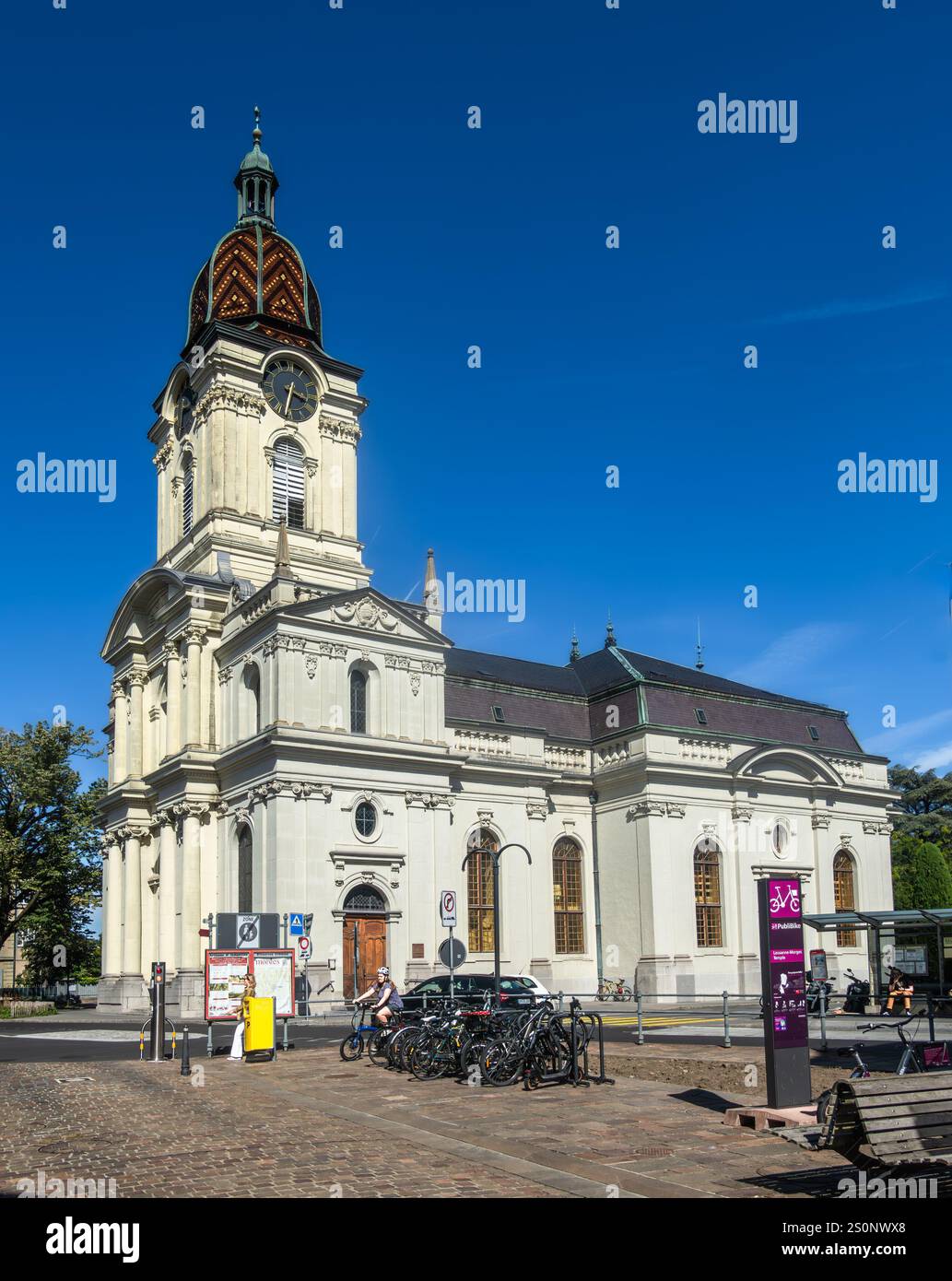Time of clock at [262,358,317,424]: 3:32
